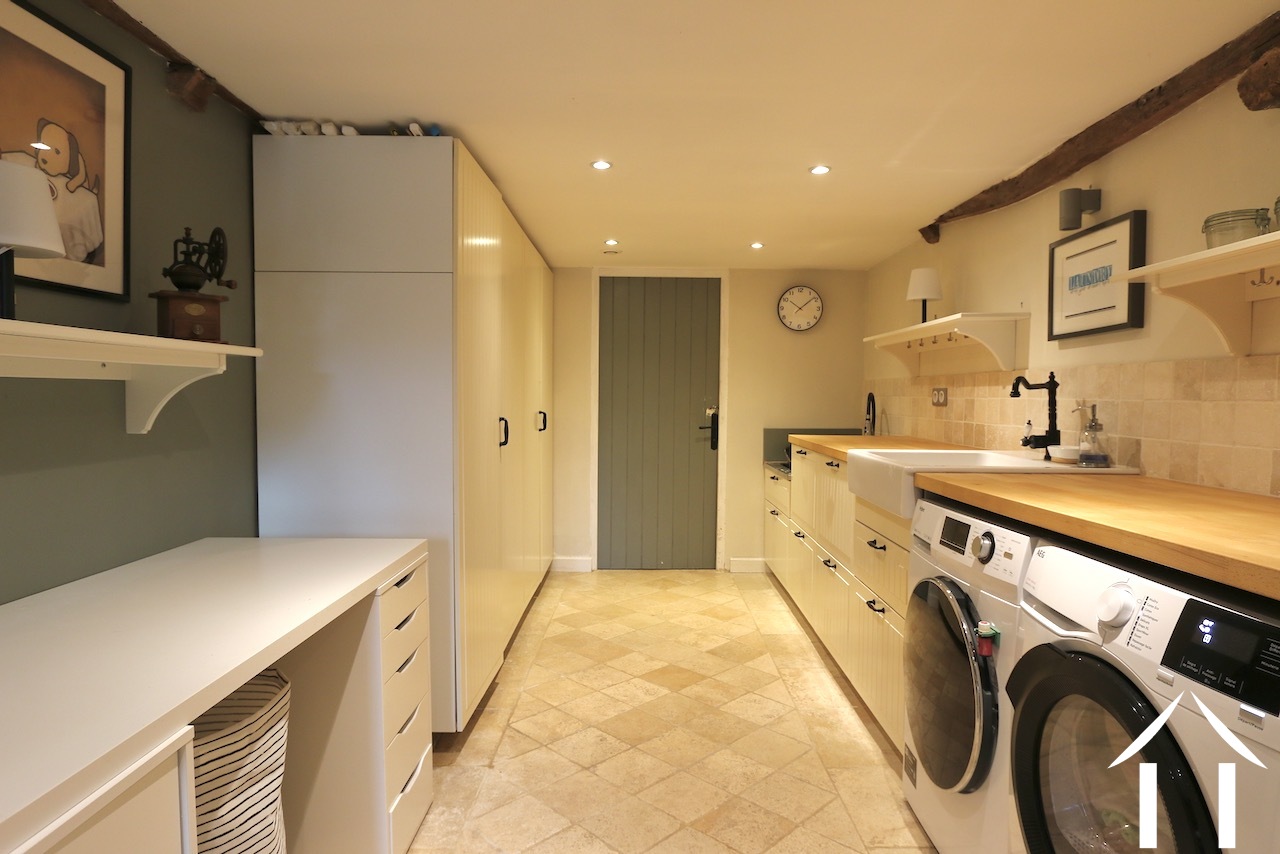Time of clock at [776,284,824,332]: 10:08
